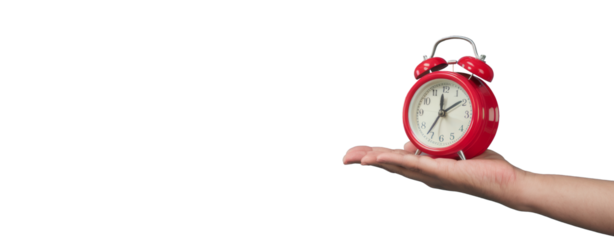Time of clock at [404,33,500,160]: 12:09
